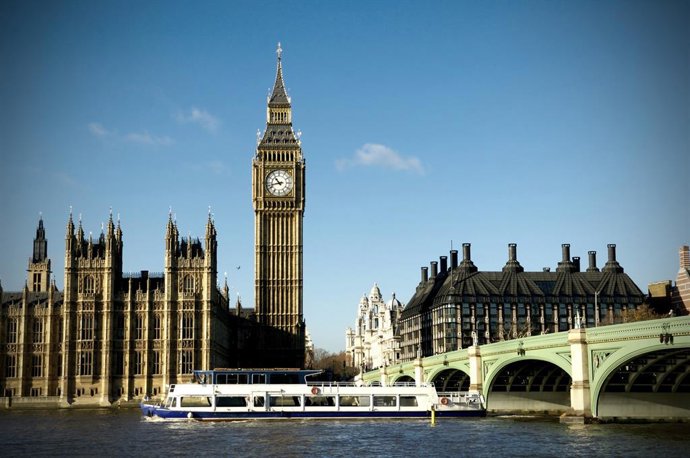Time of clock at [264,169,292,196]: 10:42
